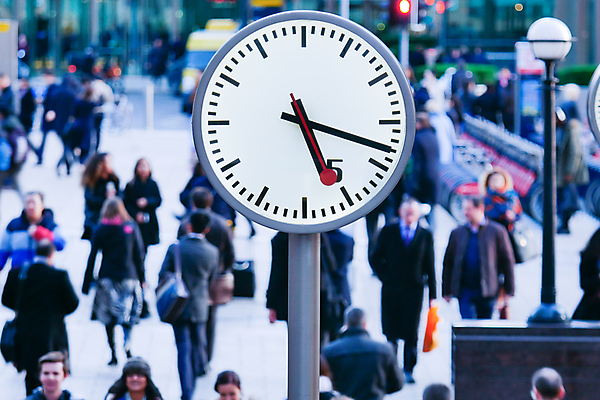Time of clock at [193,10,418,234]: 5:18
